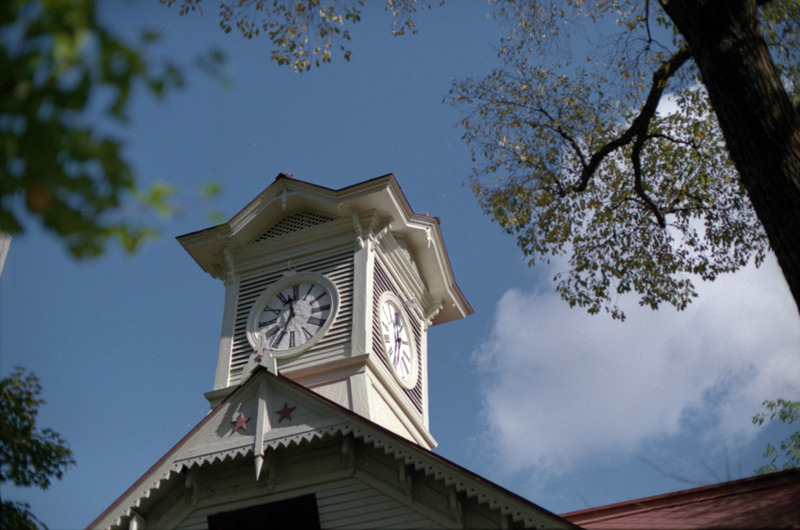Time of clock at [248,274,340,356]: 11:35
